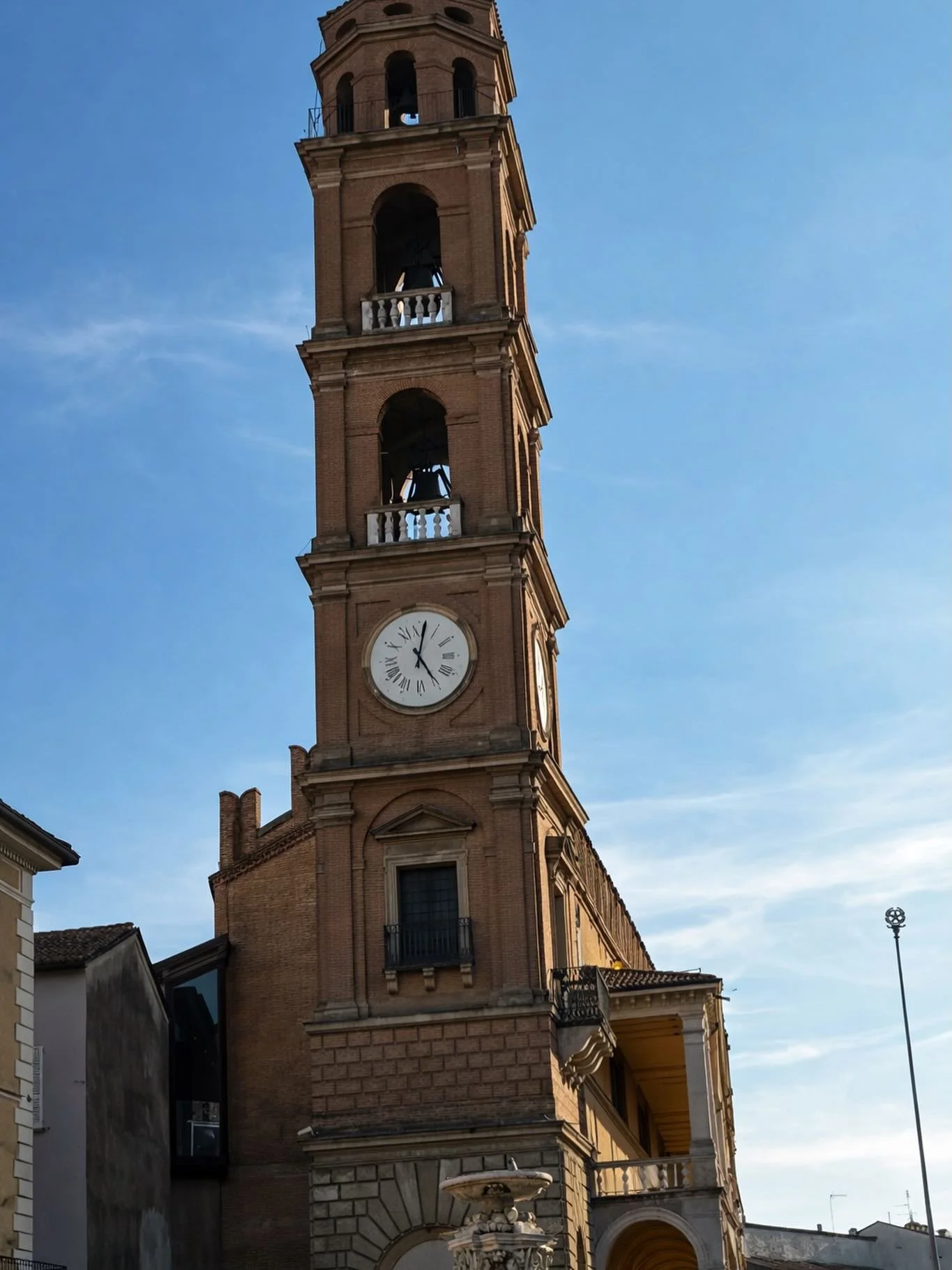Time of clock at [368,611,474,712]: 5:01
